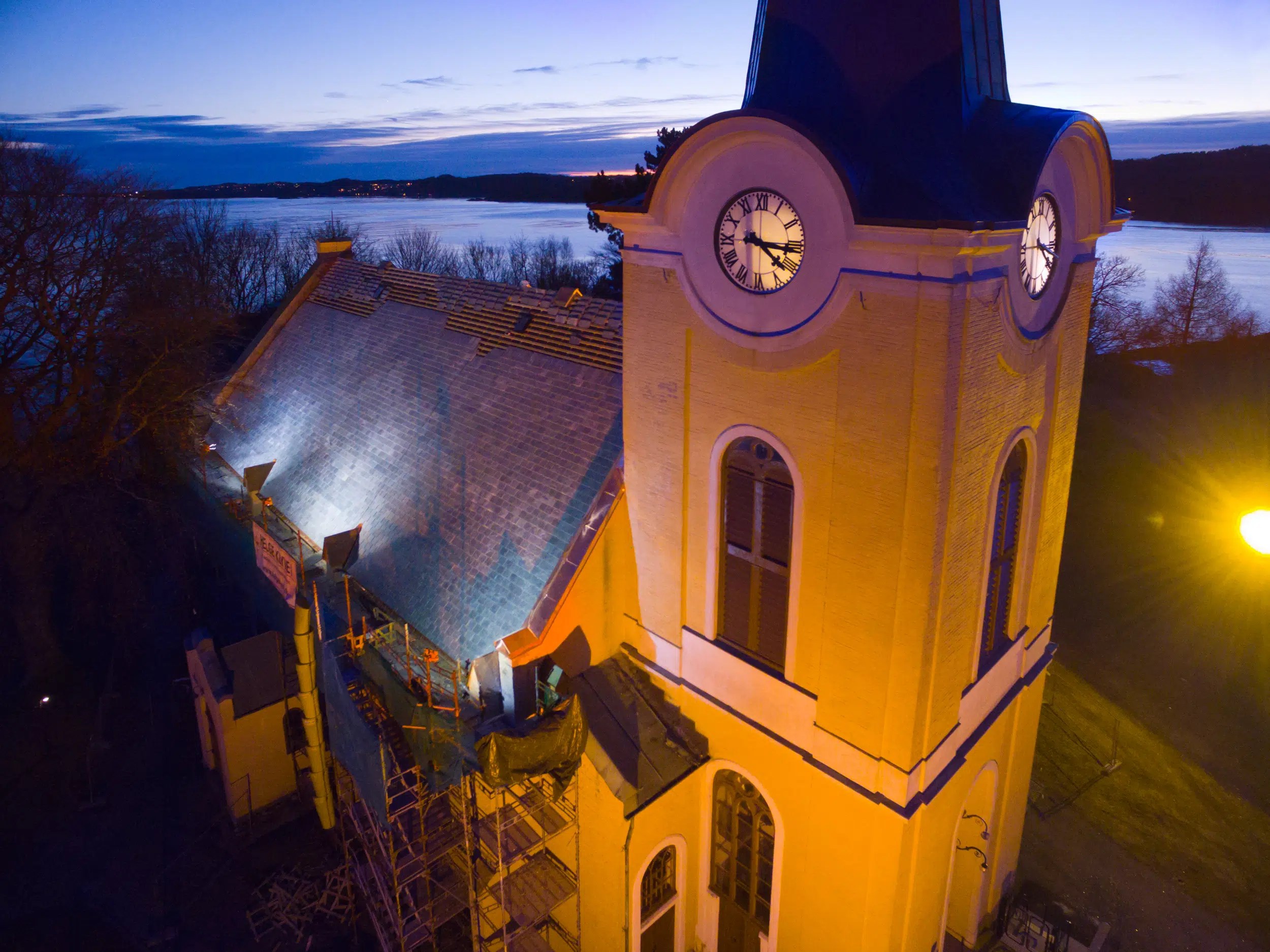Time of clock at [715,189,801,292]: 4:16
